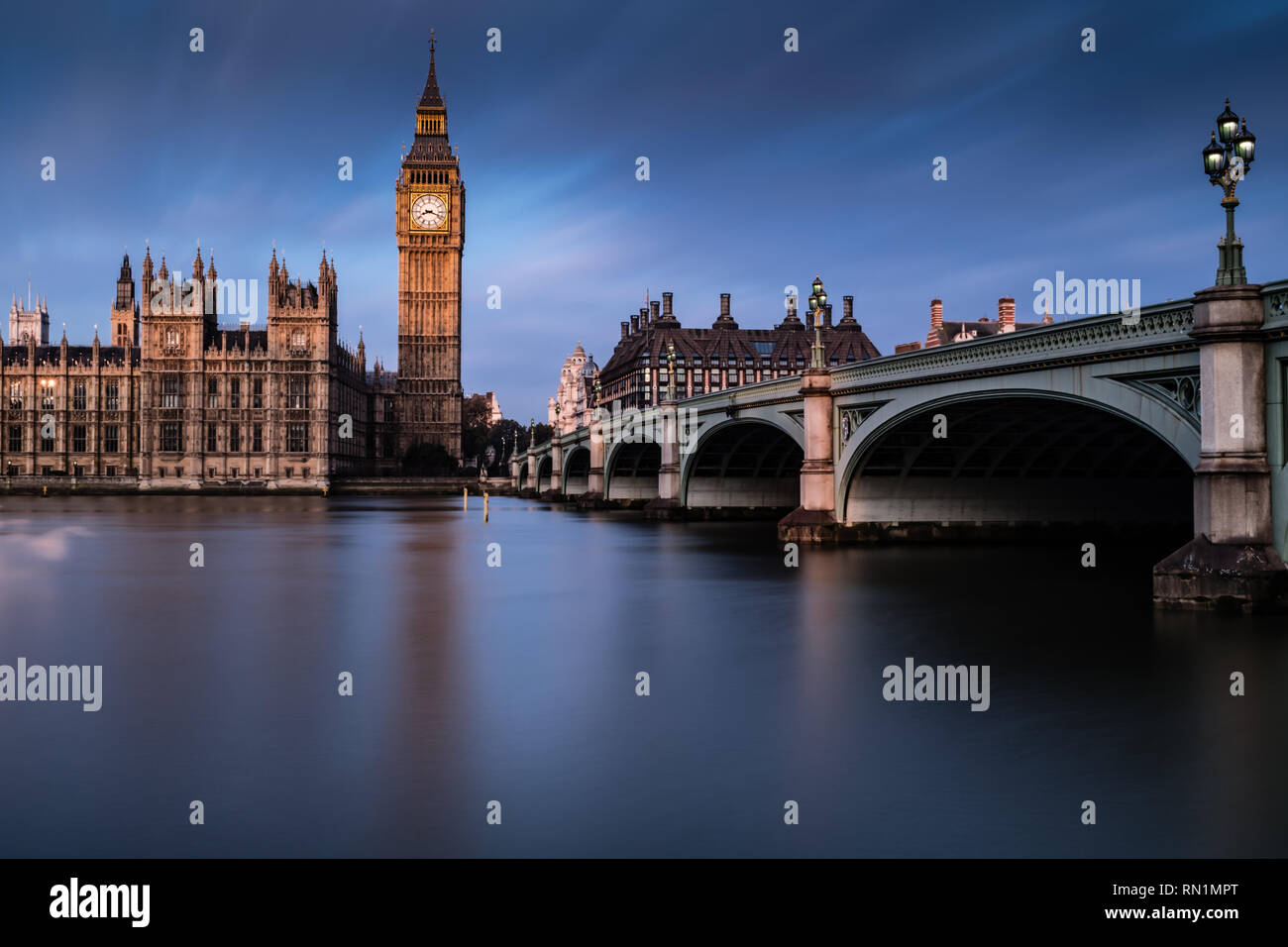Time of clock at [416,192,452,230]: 8:18
